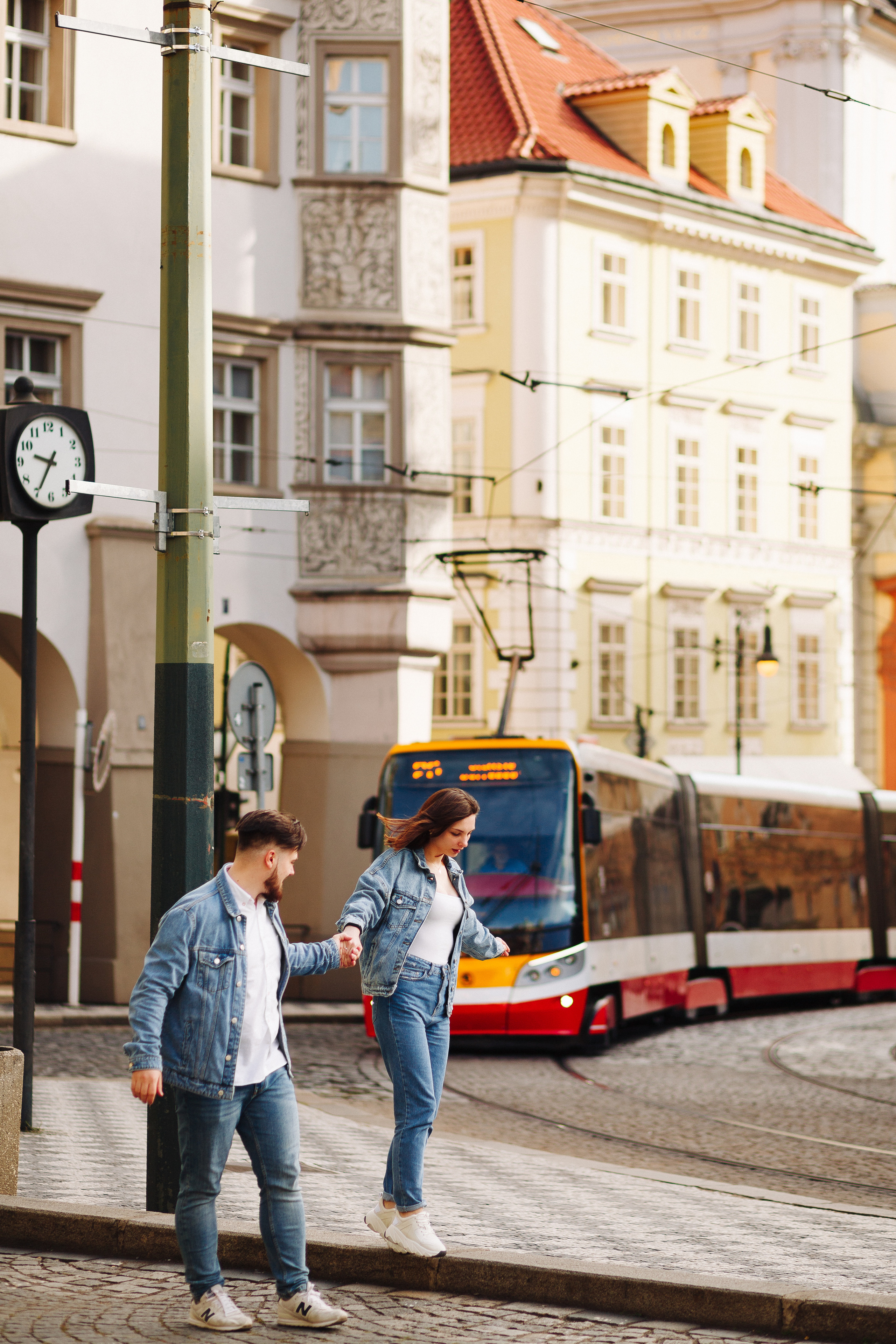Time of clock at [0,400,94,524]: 9:34
